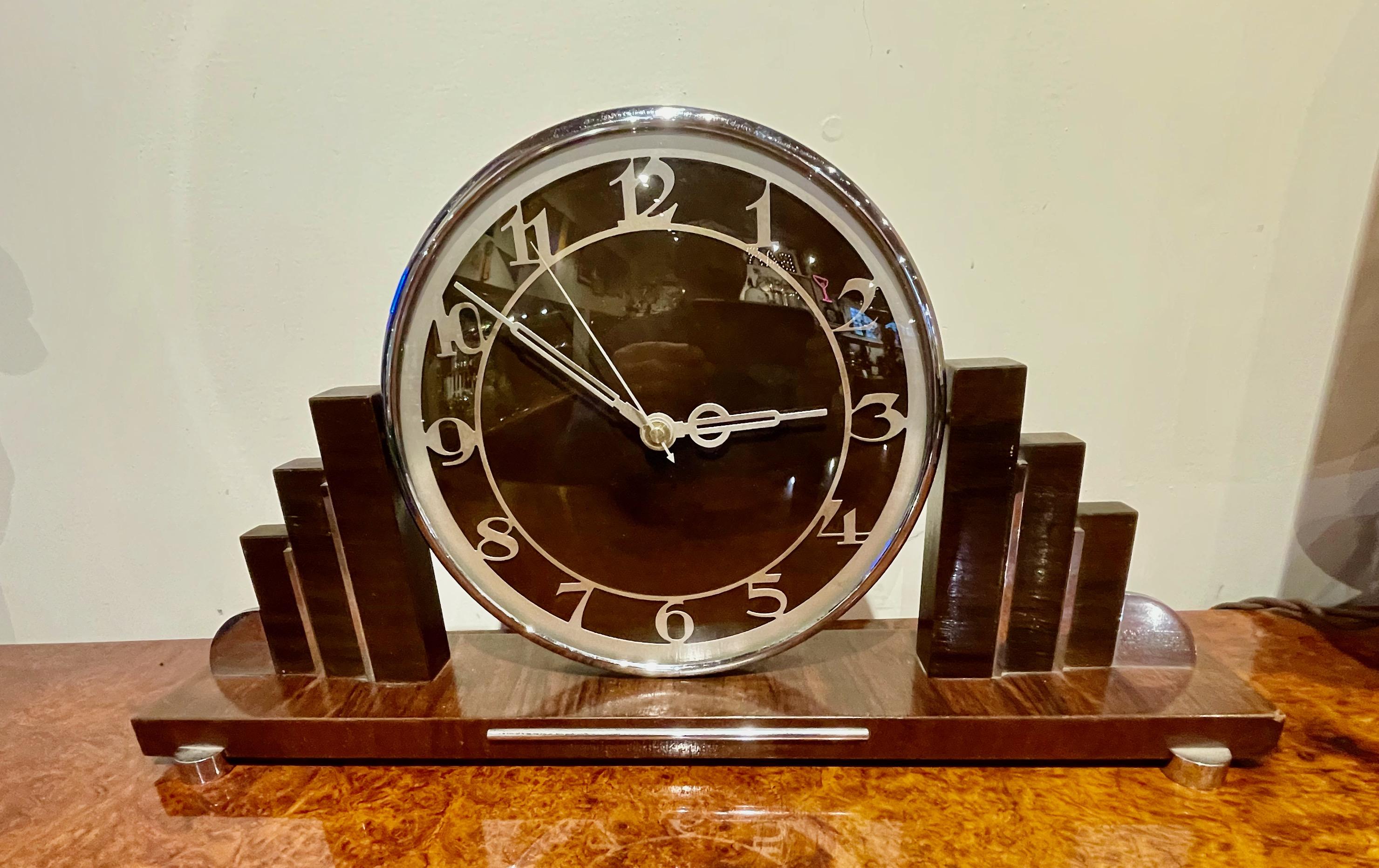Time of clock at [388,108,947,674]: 2:51
